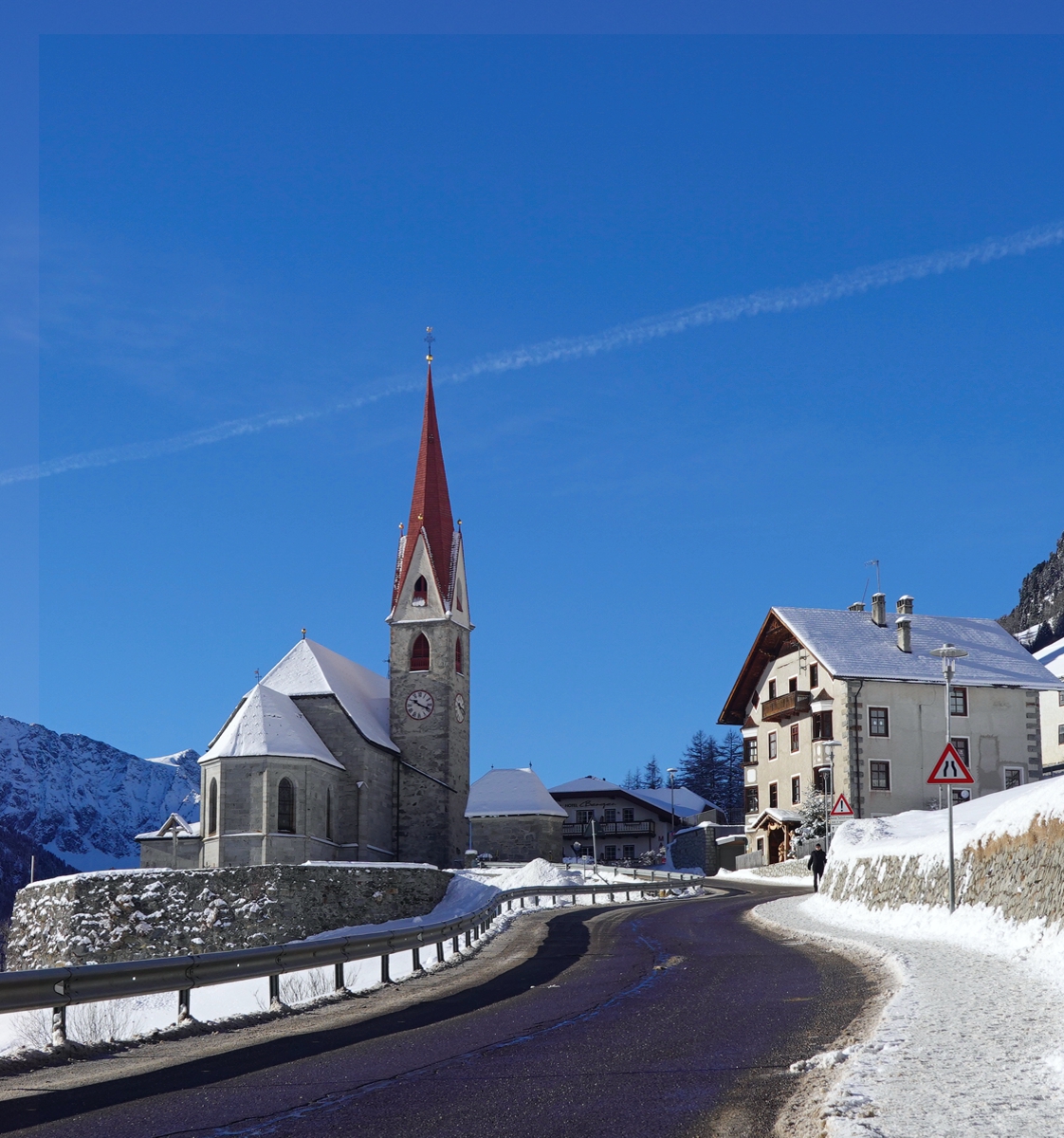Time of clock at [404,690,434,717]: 10:18
